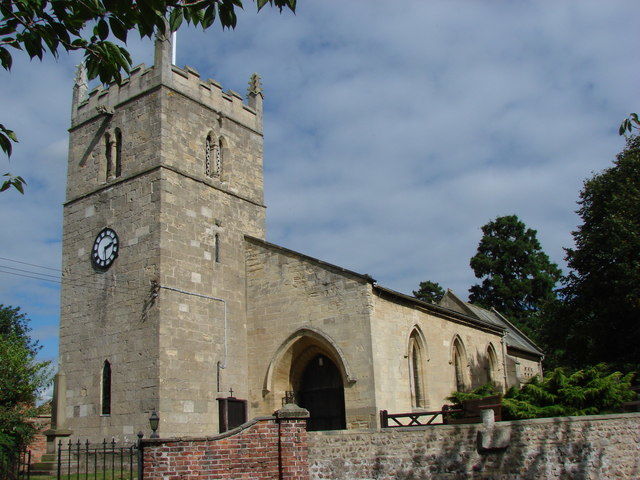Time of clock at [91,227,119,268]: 2:29
